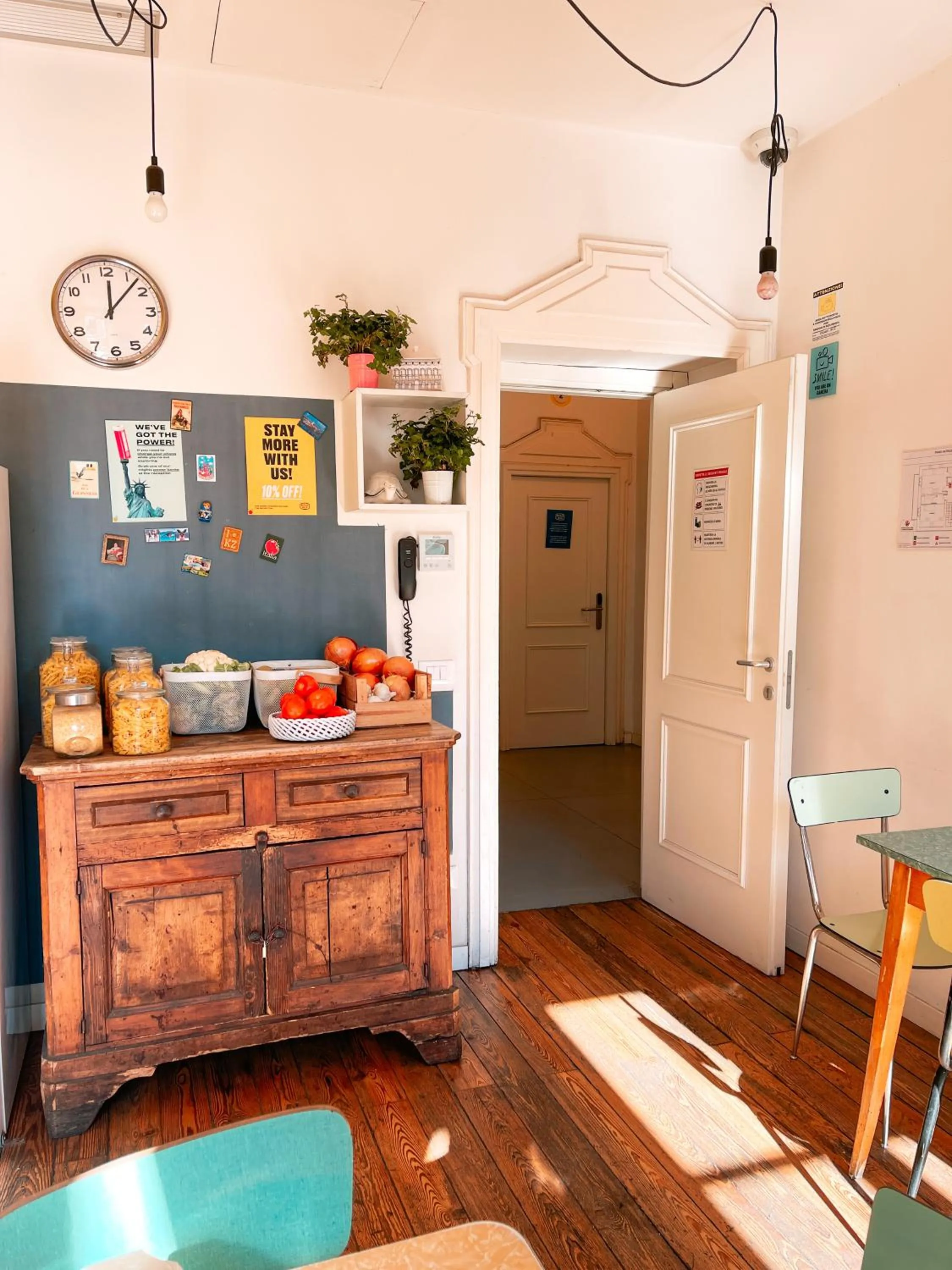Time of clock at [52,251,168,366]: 12:07
